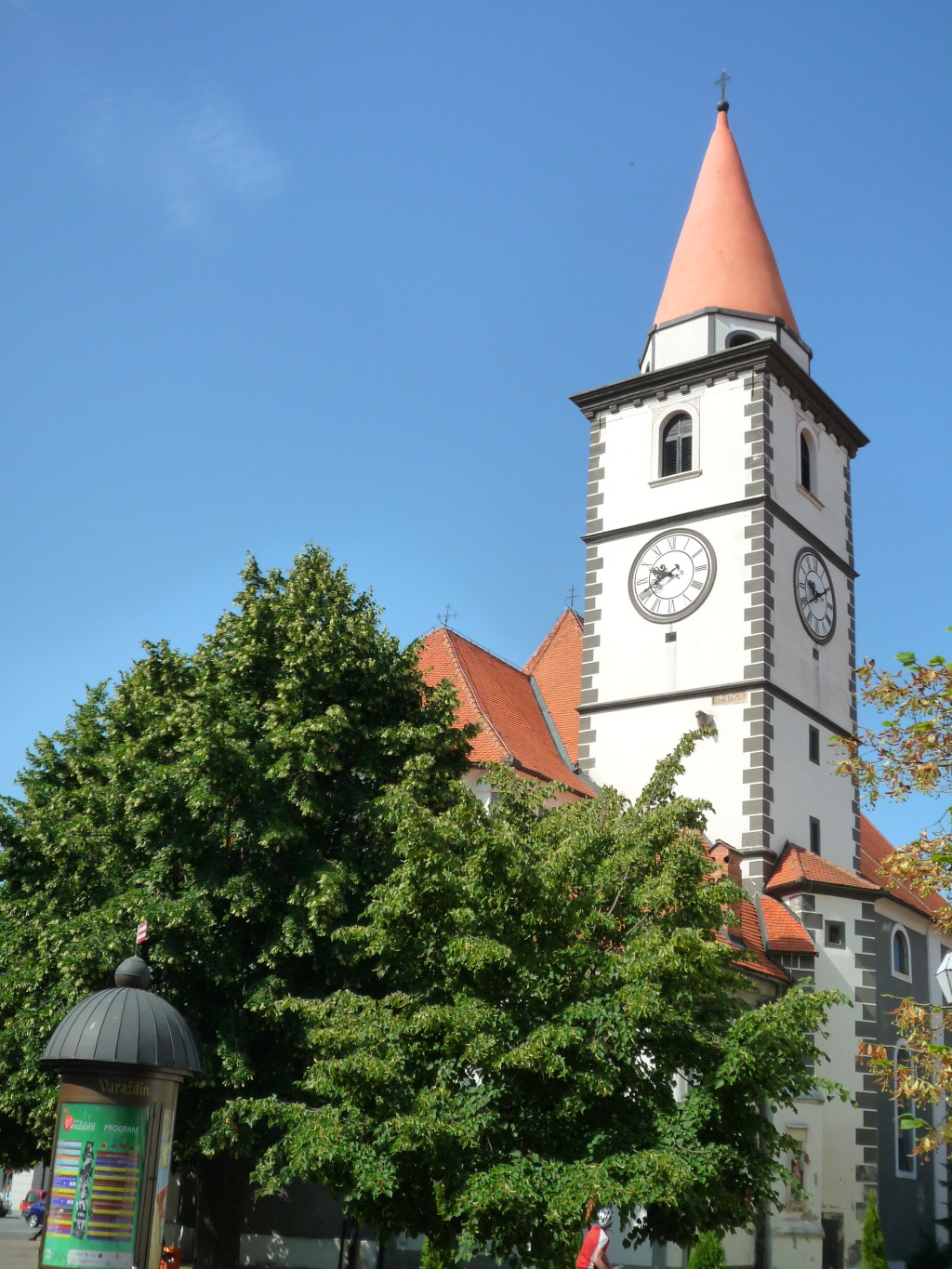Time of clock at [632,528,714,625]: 9:41
